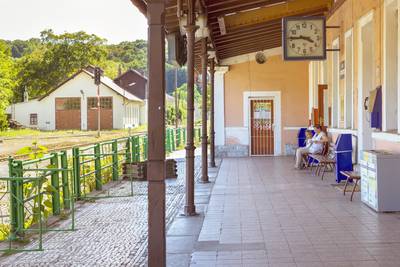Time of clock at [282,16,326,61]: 3:45
